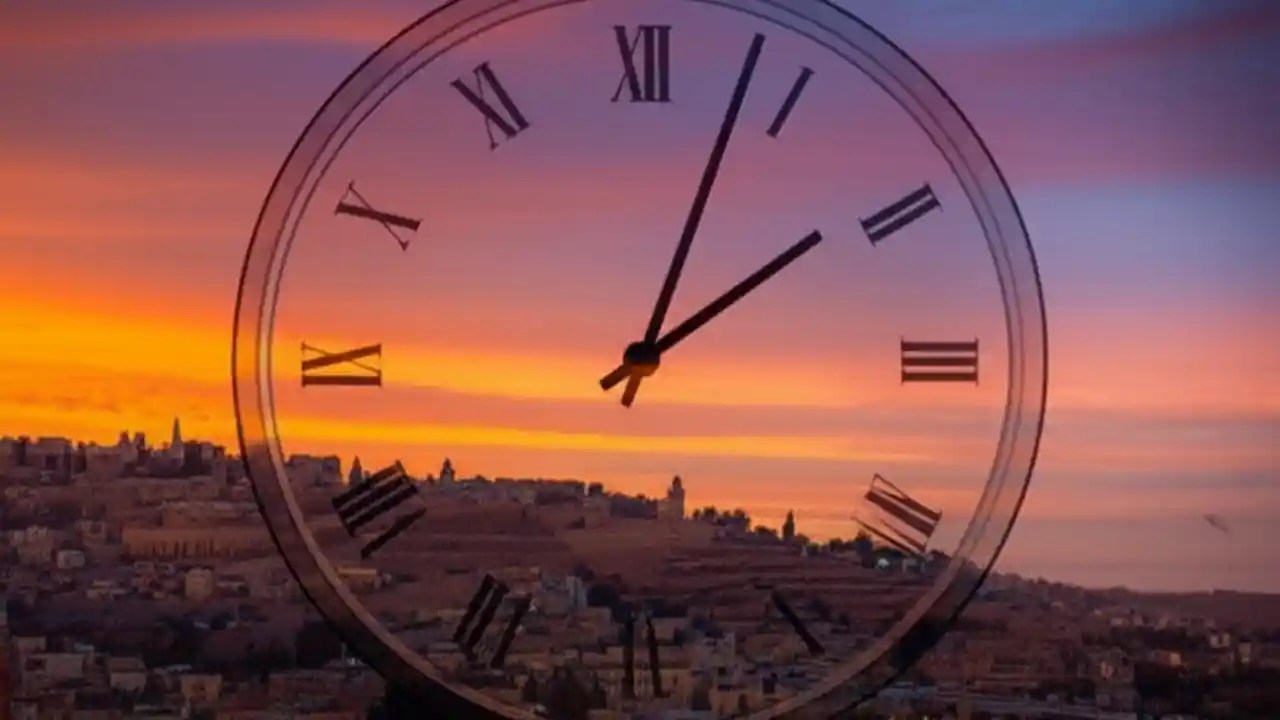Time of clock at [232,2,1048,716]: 2:03
